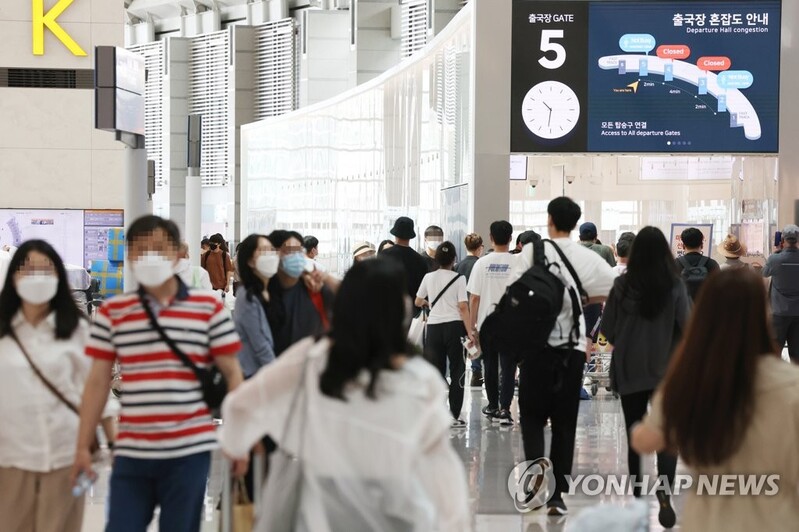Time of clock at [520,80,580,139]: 10:31
